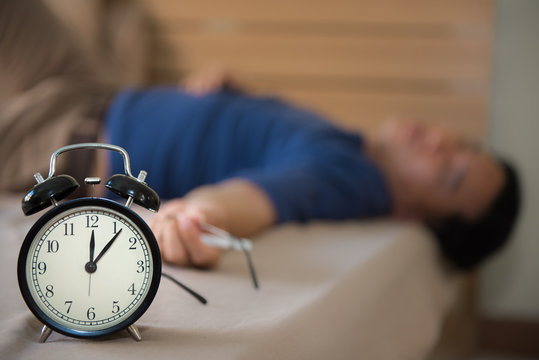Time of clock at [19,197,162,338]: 12:06
